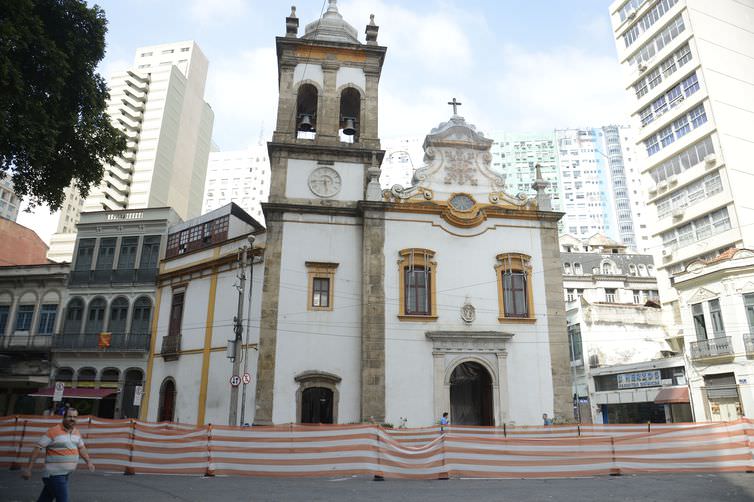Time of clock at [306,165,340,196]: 5:44
